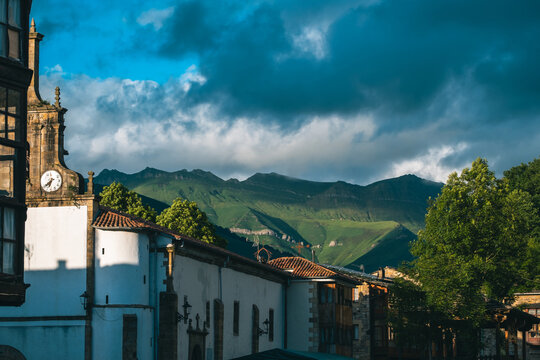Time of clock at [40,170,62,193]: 6:38
